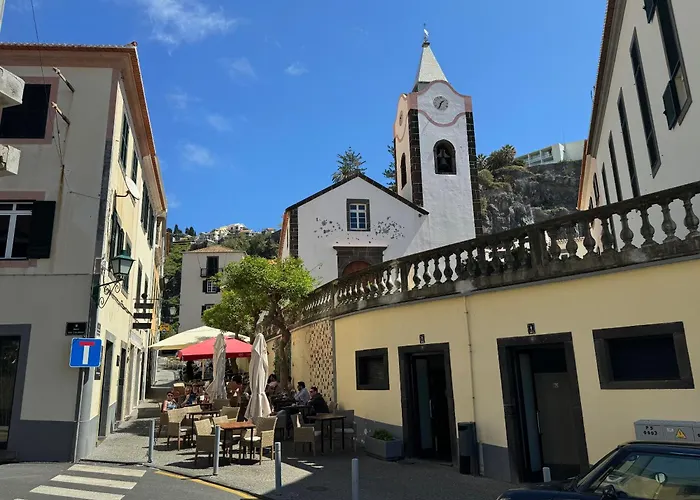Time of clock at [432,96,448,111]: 1:33
